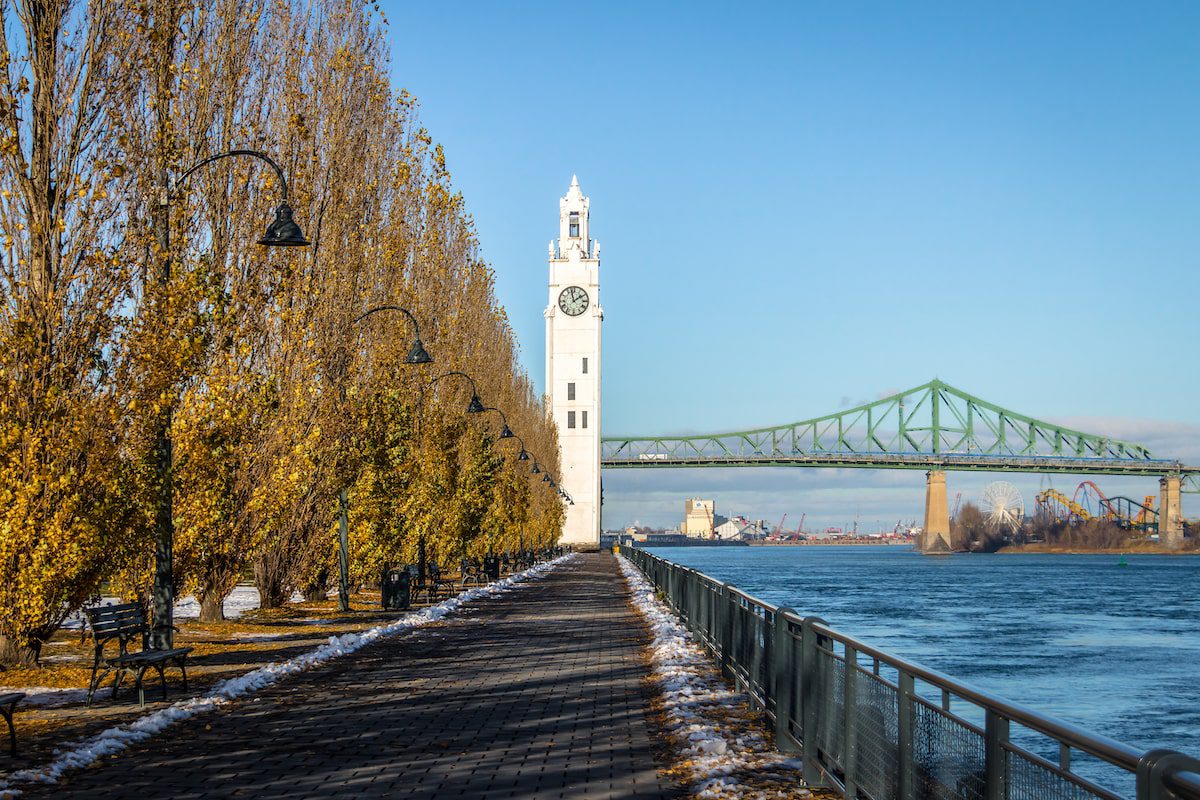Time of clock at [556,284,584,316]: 1:57
